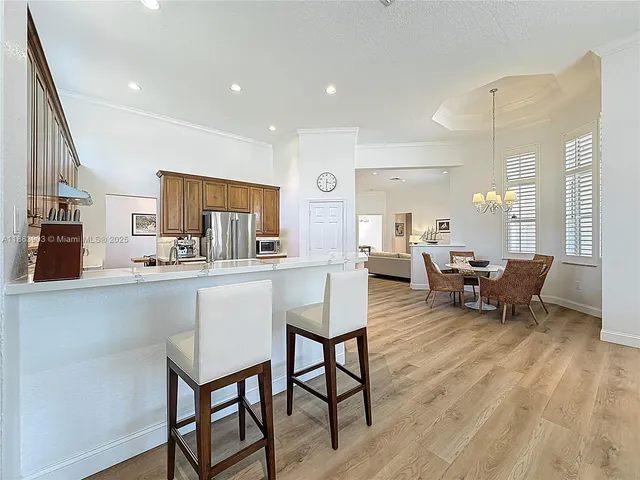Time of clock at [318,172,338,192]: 3:30
